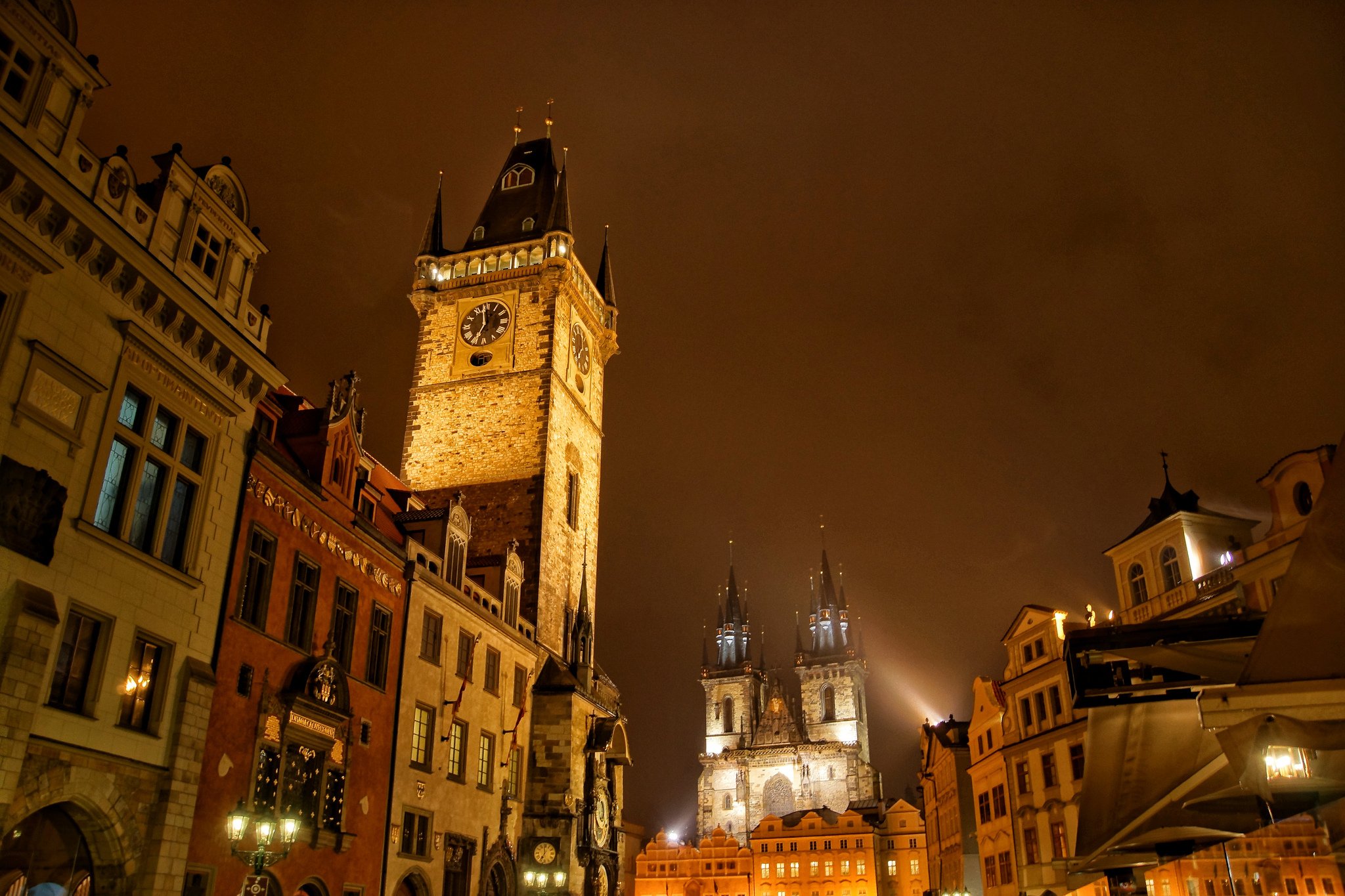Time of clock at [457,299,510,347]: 6:58
